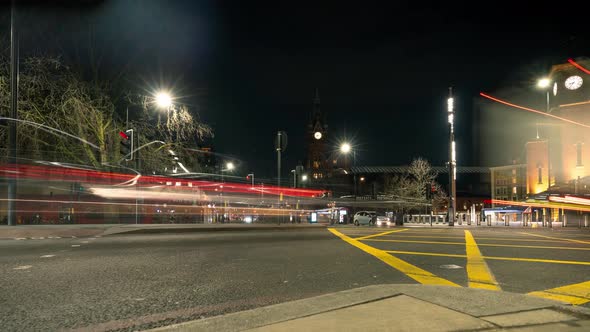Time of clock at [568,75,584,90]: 8:36
